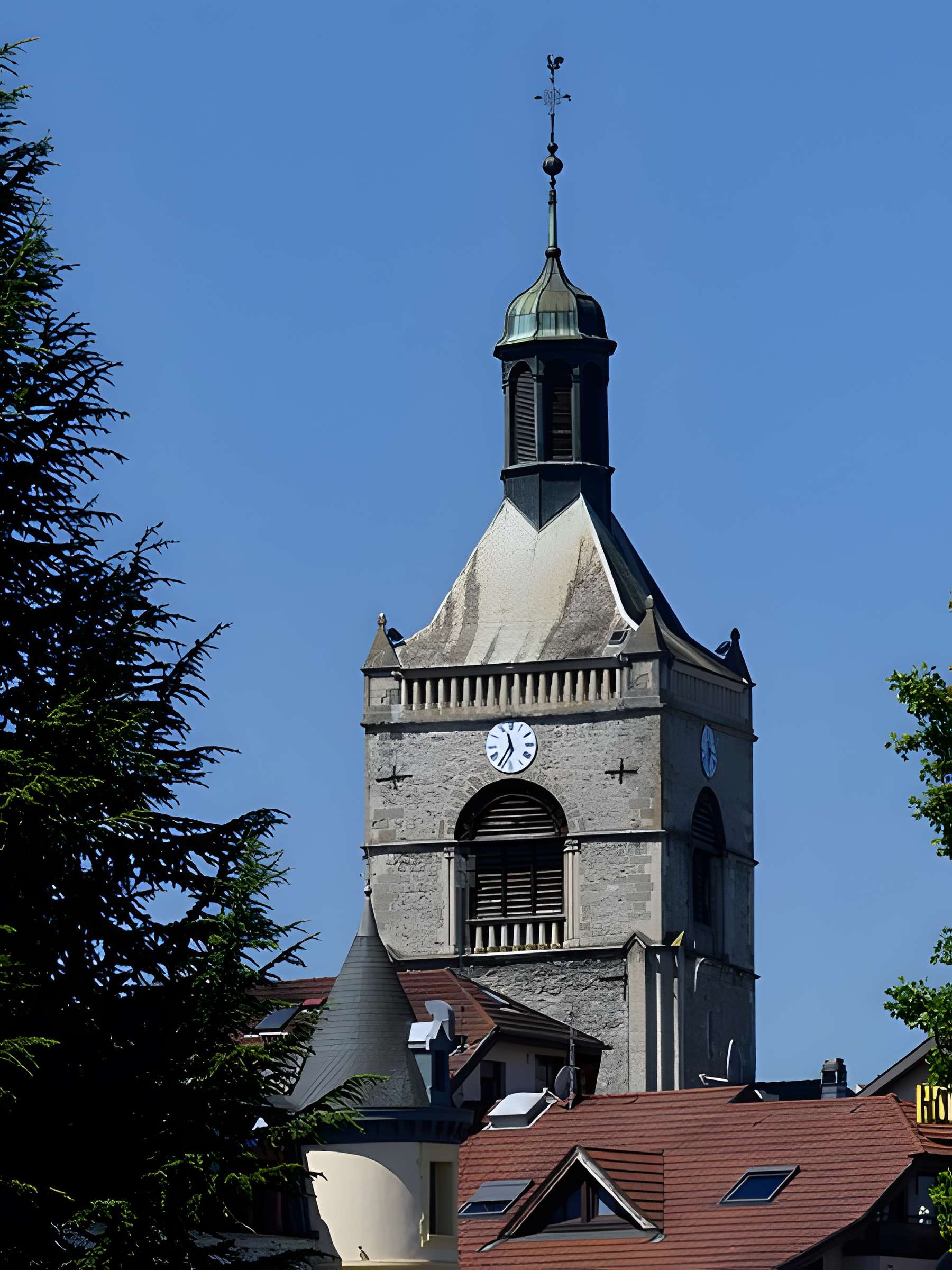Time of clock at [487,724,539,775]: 11:35
